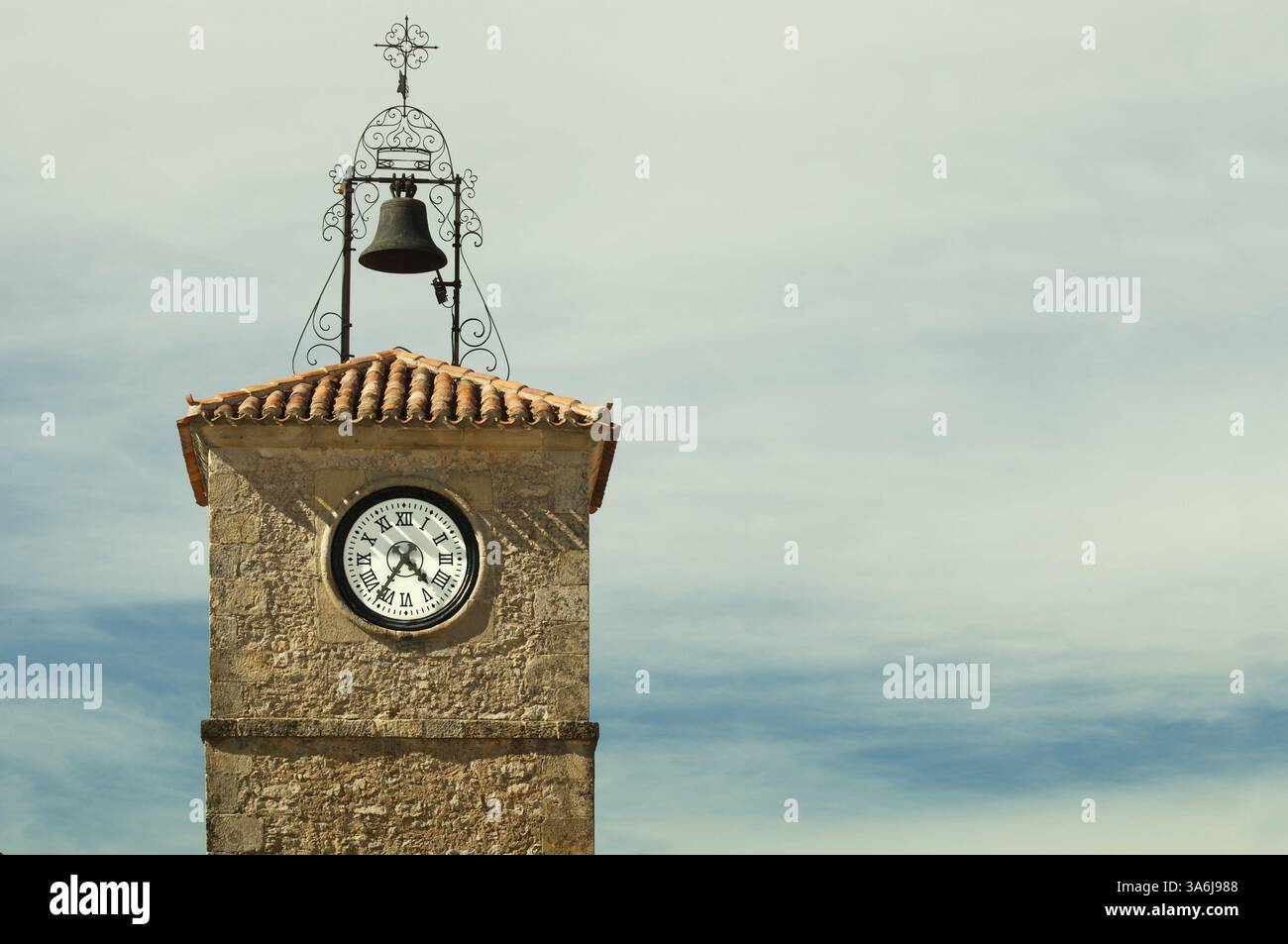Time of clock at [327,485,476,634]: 4:35
